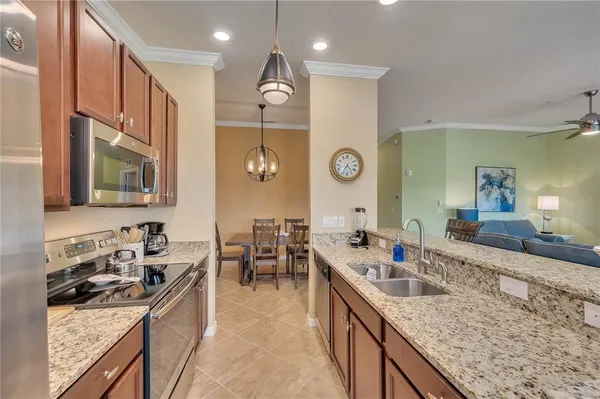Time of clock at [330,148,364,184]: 4:34
